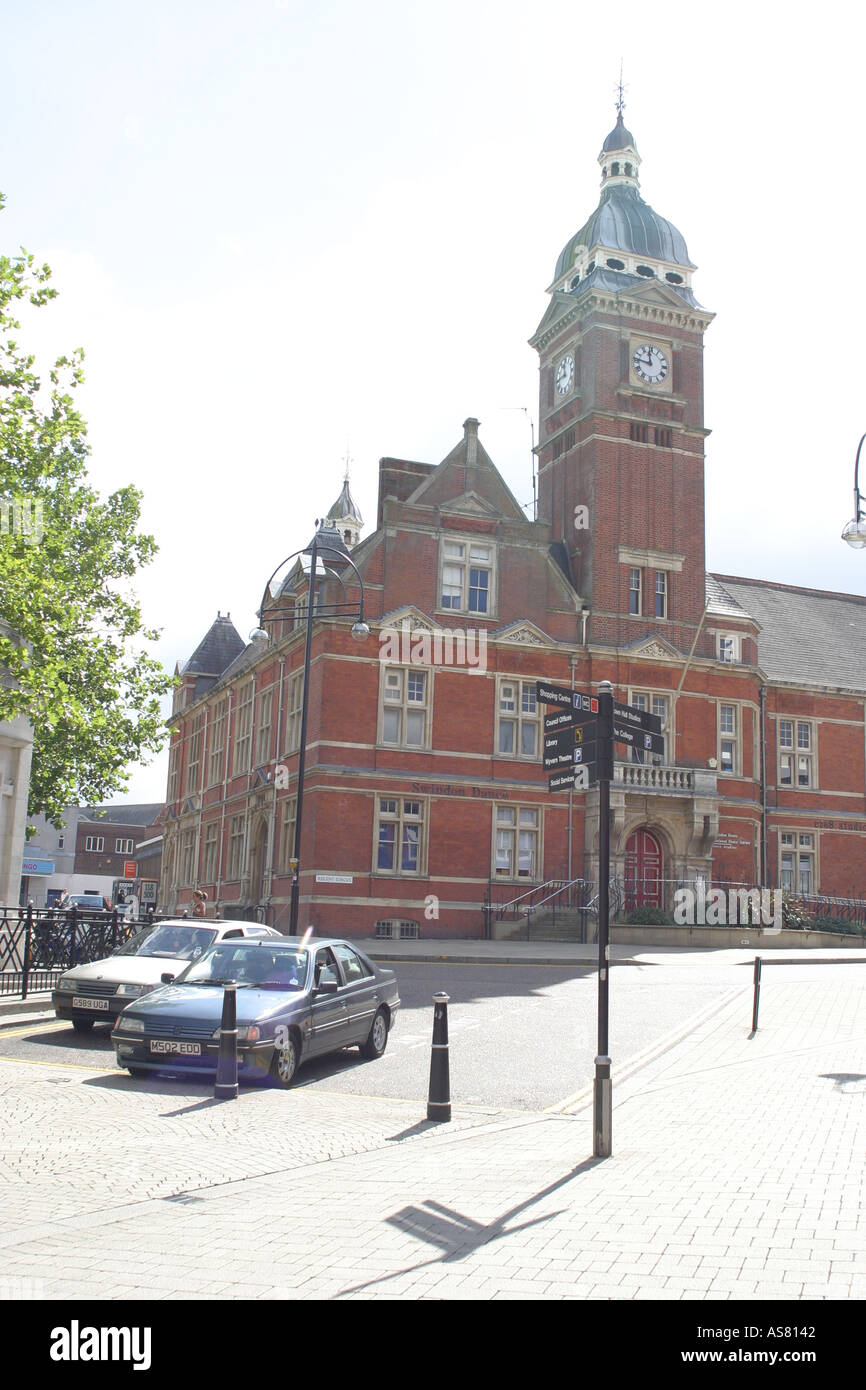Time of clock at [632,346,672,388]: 11:46
